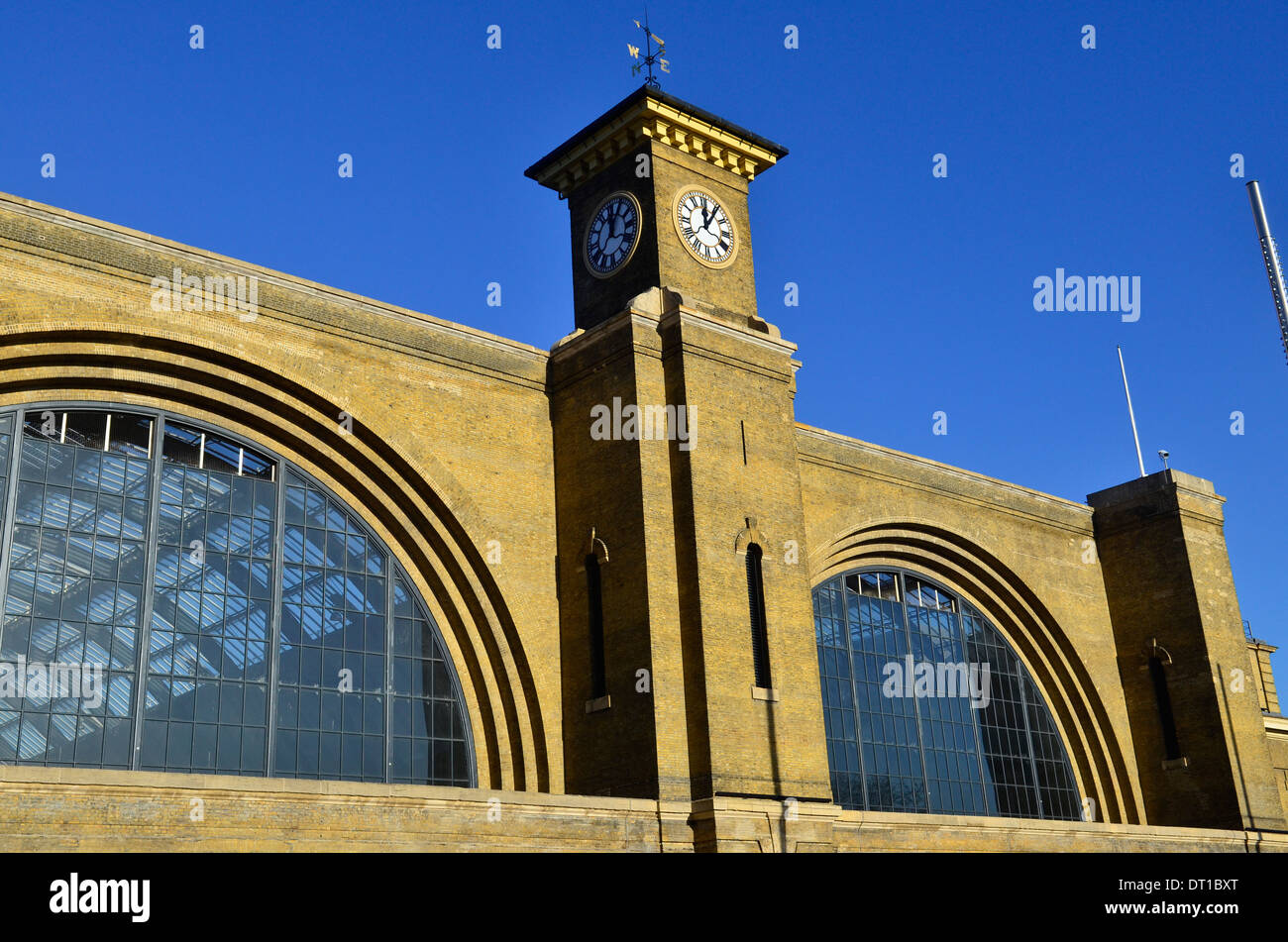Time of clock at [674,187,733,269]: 12:05
